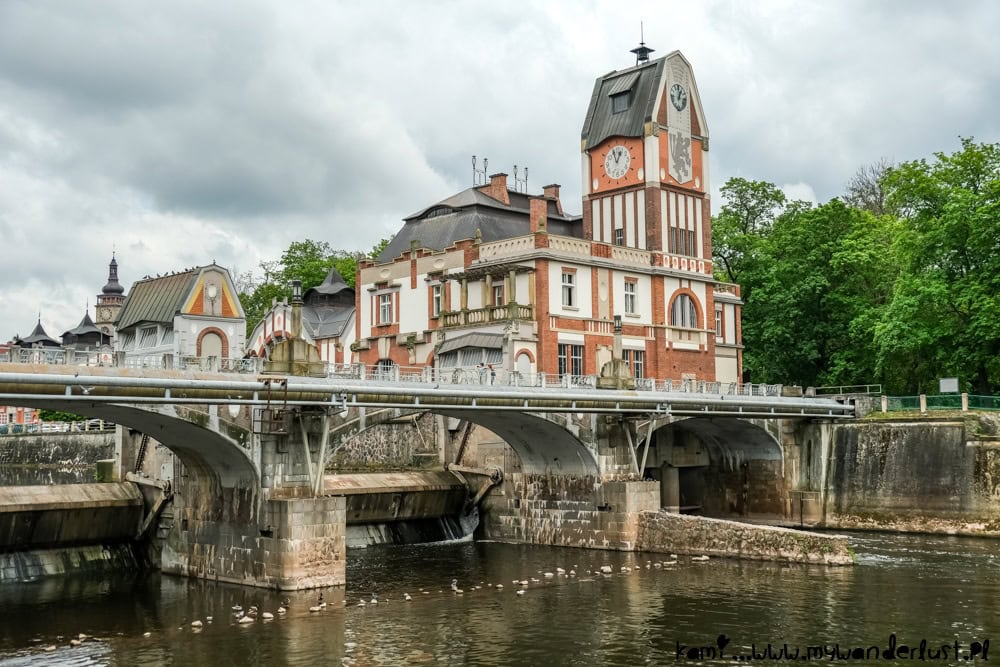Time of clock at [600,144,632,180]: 12:56
